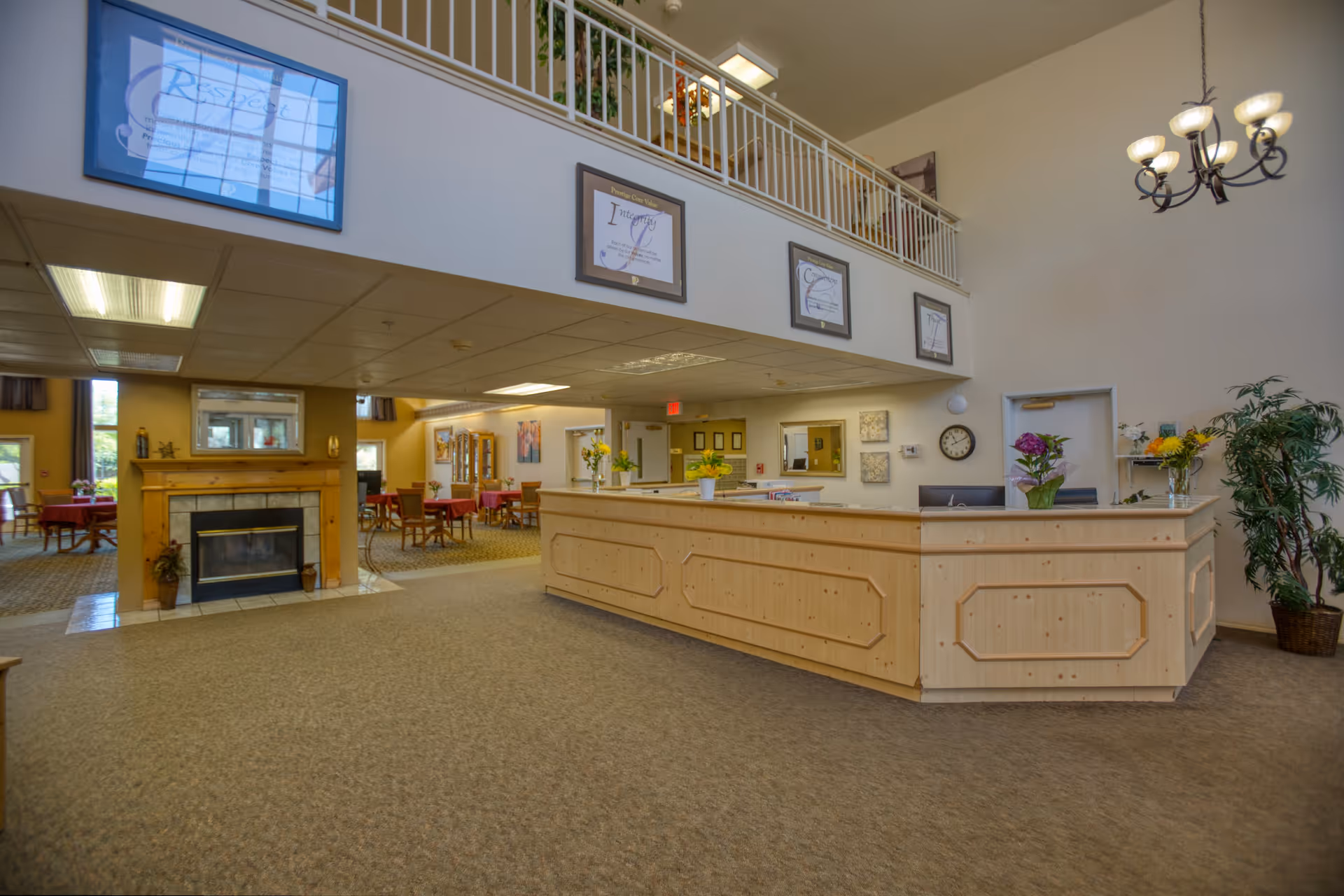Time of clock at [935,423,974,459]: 11:11
